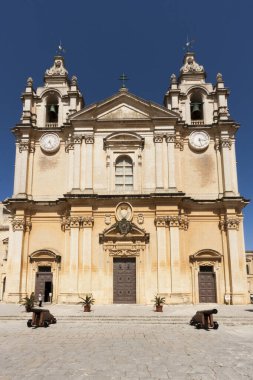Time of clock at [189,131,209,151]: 3:27
